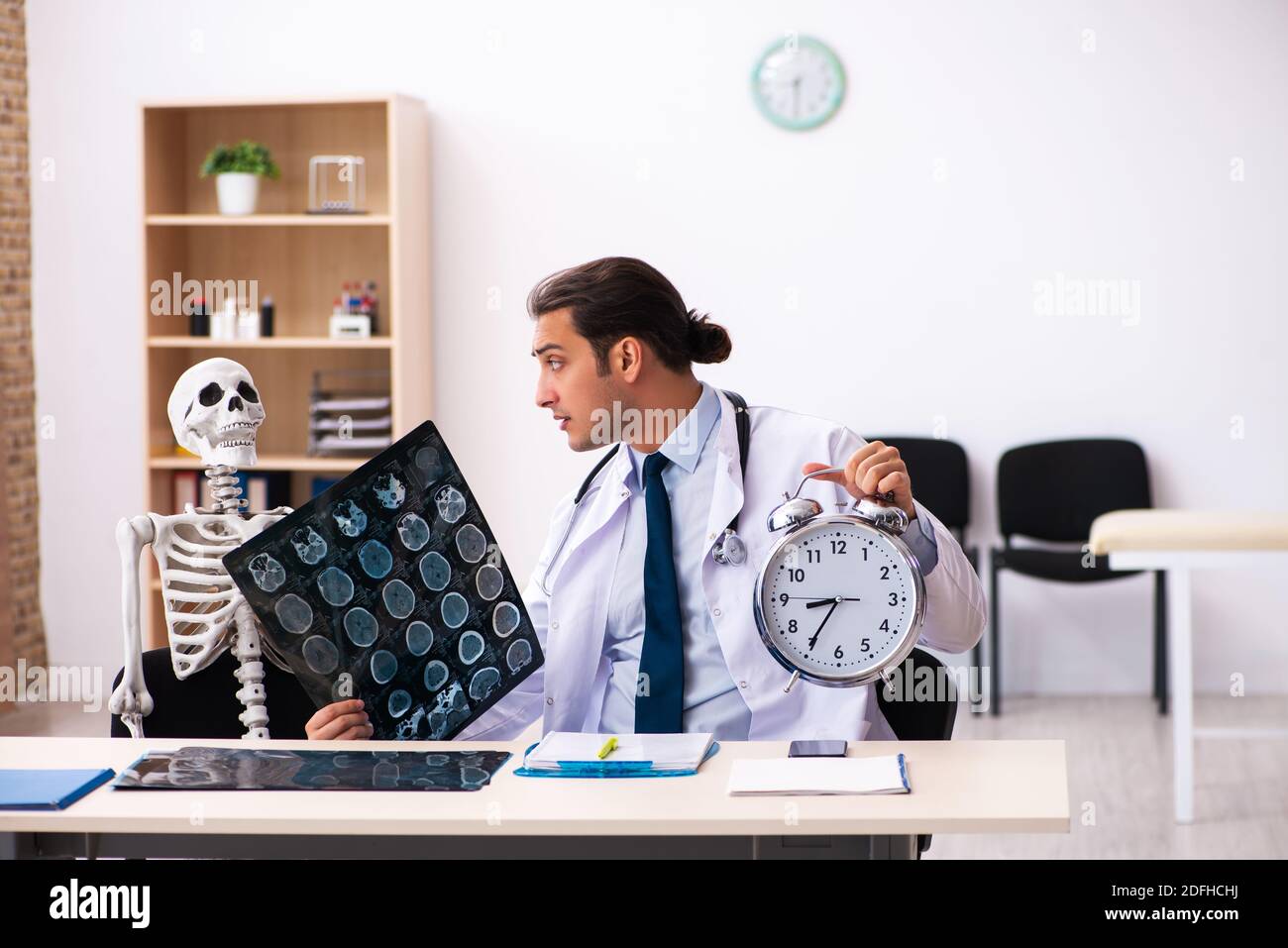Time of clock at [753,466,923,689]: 8:35
